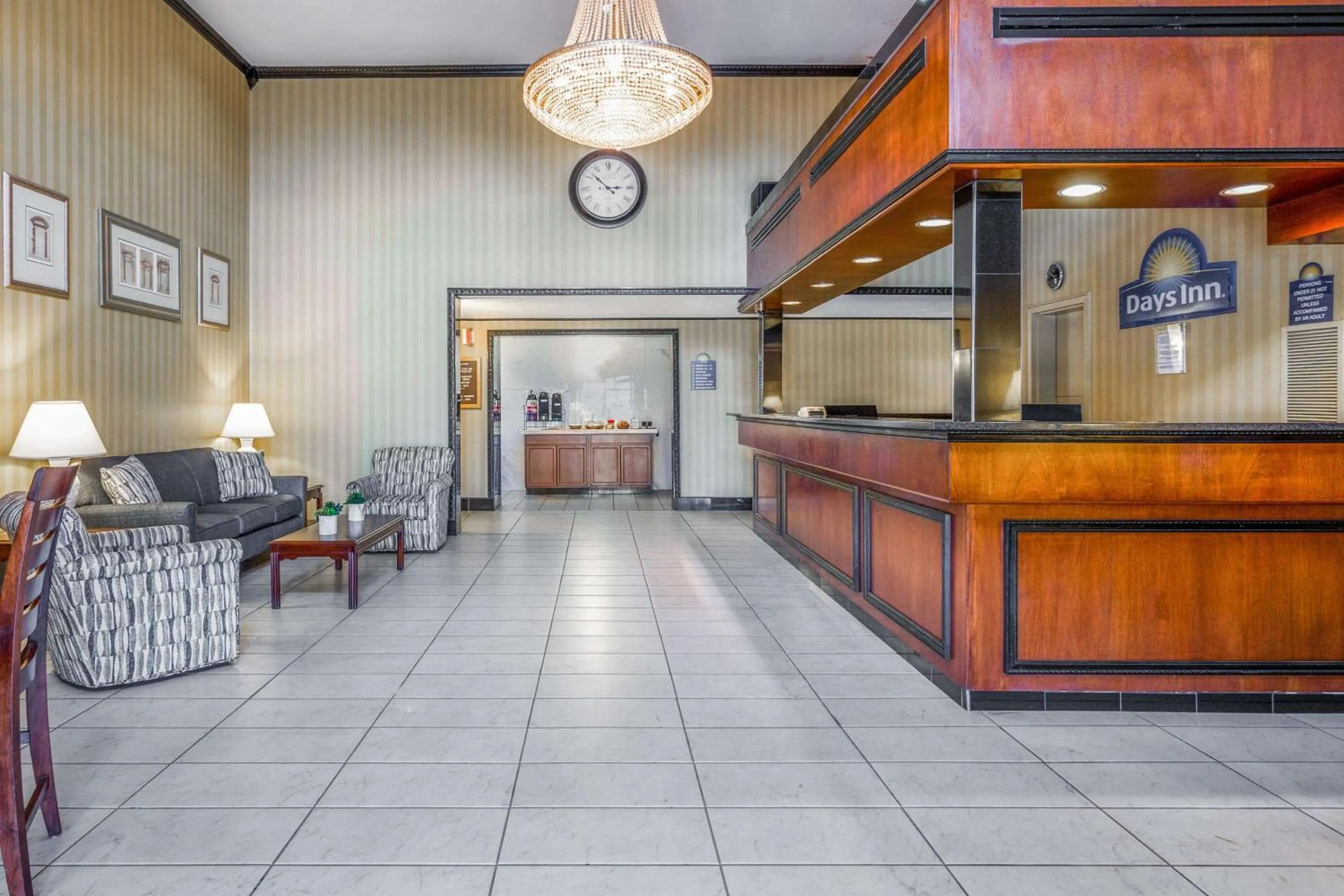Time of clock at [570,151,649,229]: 2:52
